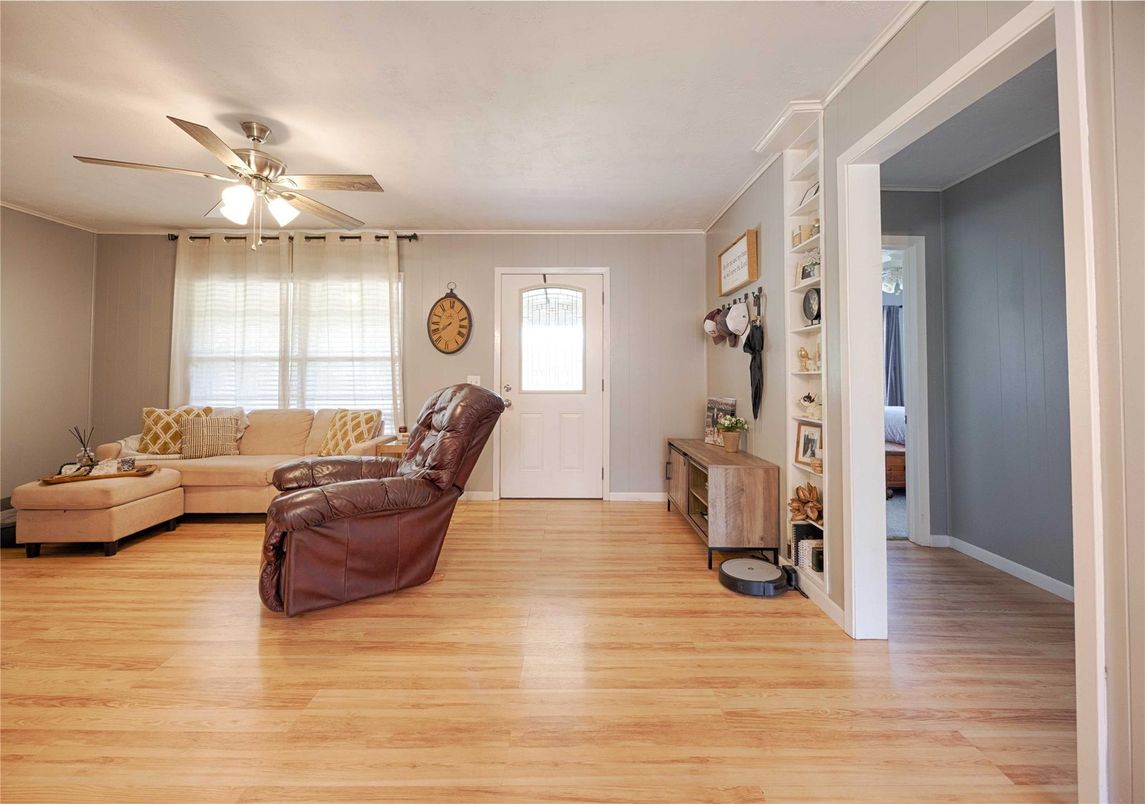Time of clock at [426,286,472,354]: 7:37
